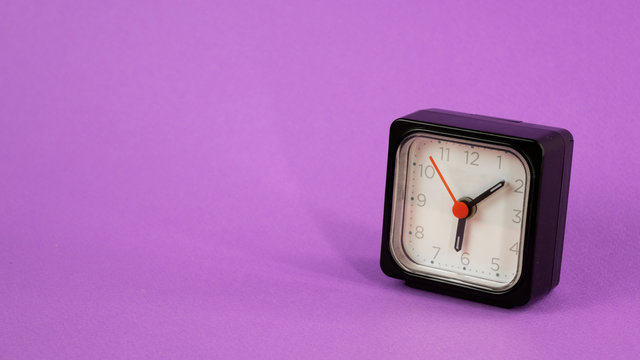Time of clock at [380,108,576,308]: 6:08
